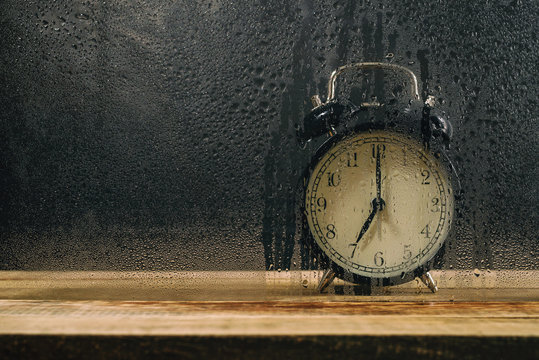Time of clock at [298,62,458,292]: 7:00
